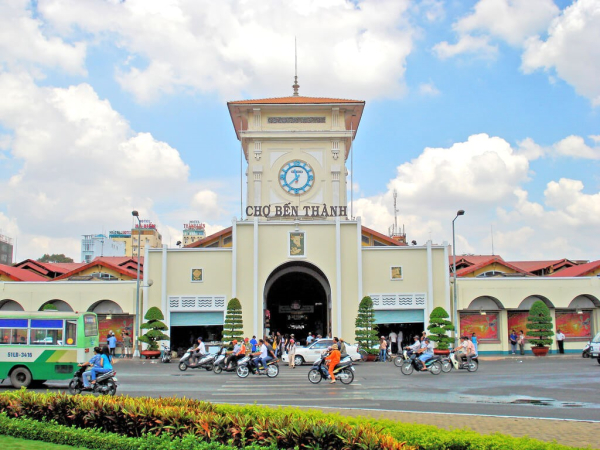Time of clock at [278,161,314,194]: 11:37
